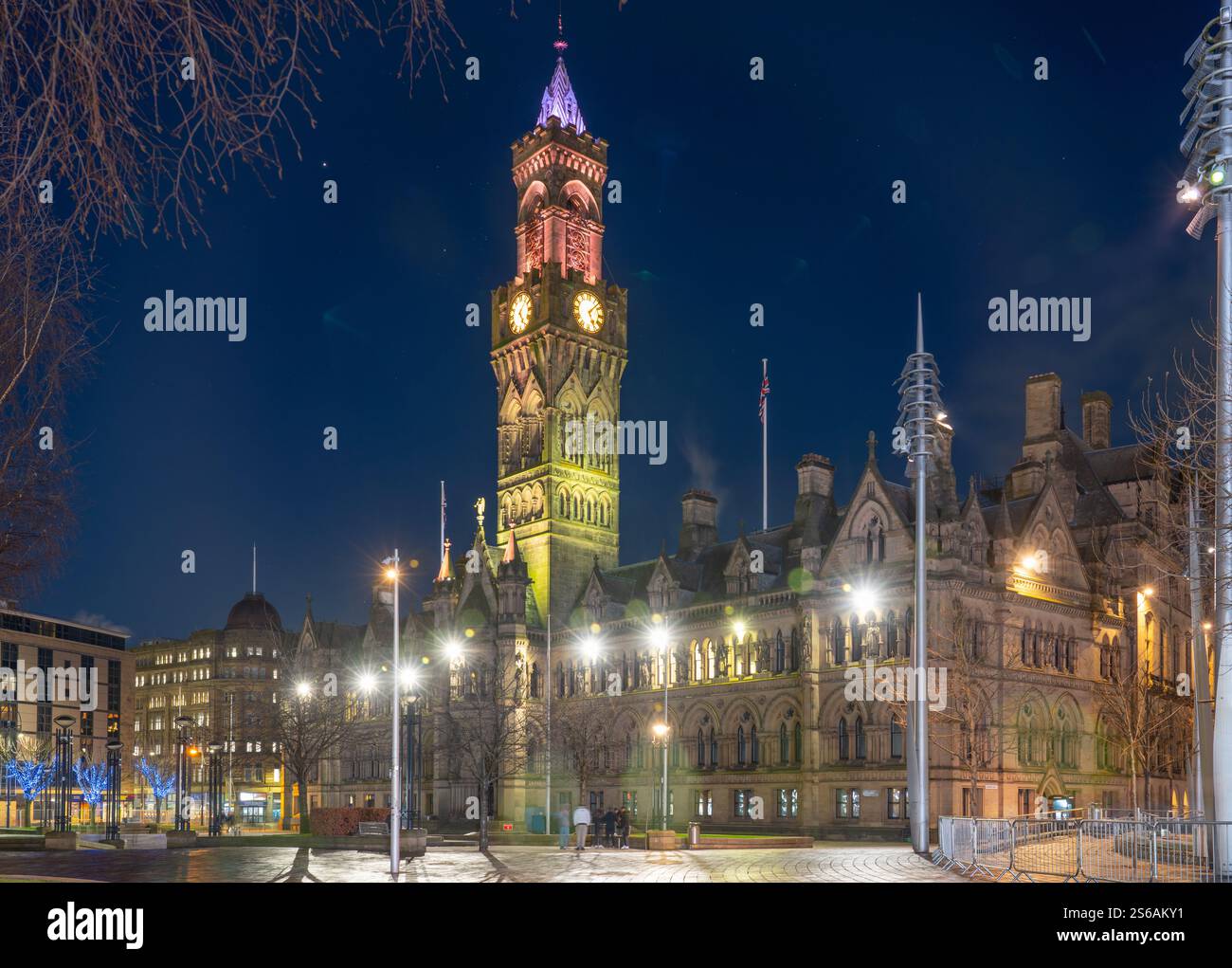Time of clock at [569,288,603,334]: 5:07
